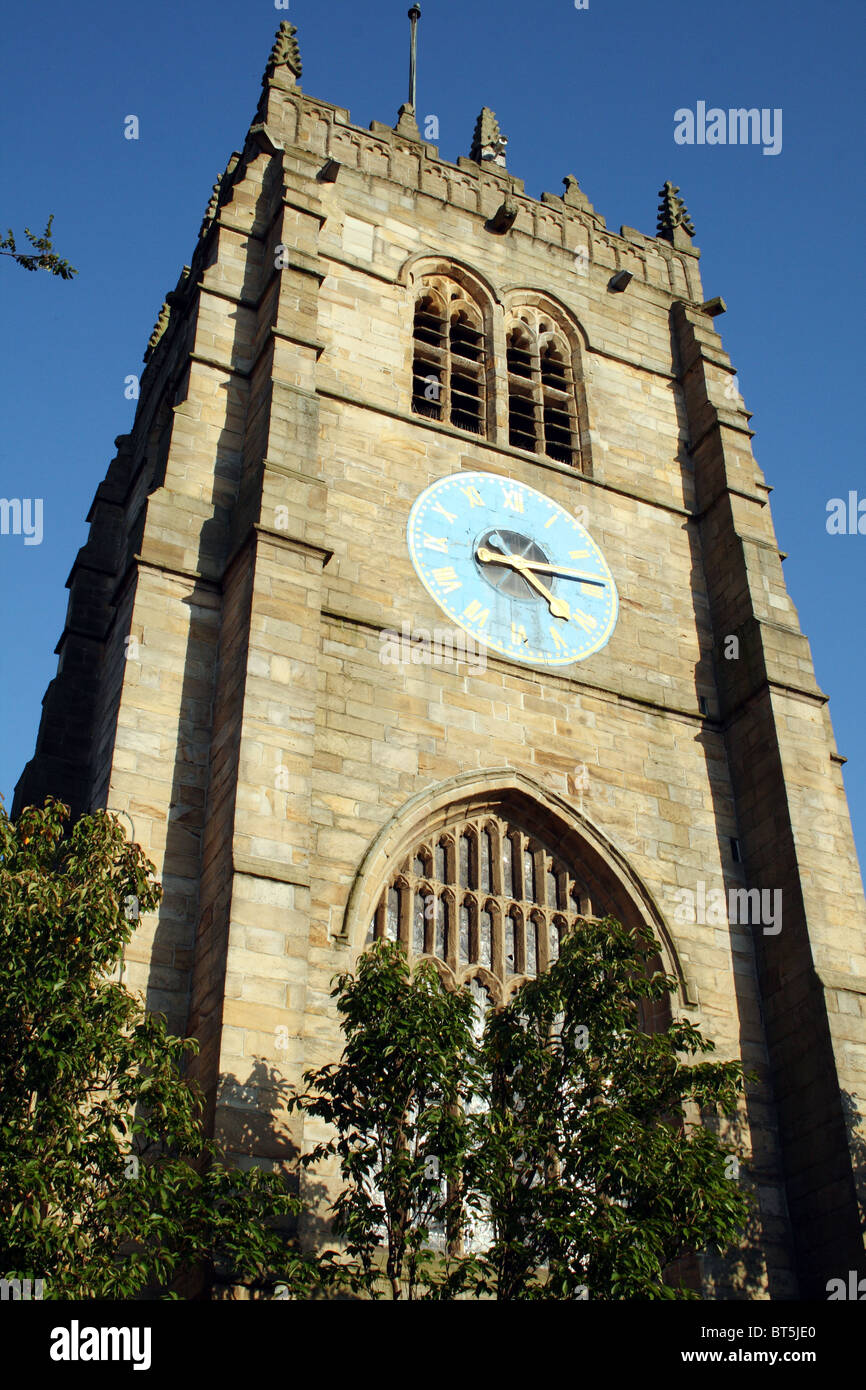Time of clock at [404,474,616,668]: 4:14
